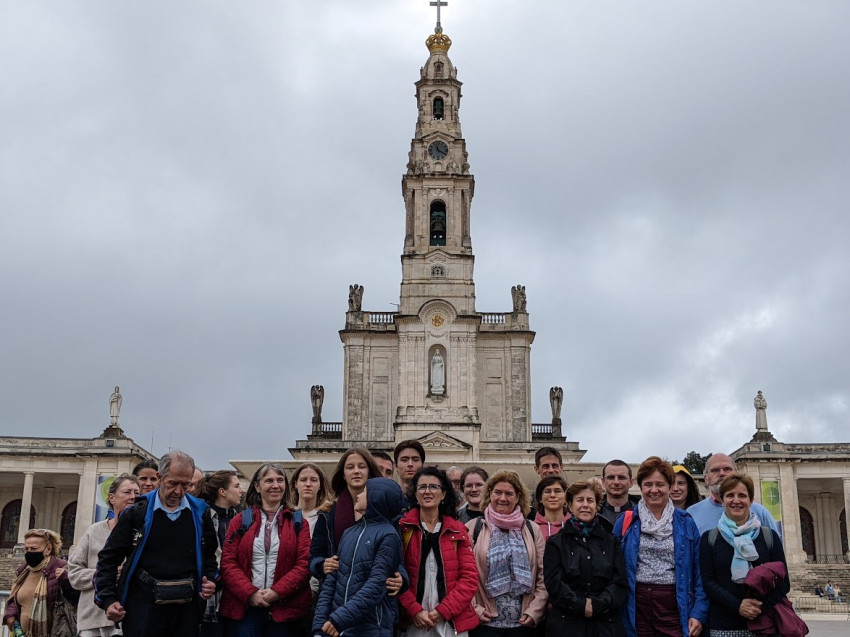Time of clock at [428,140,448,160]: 11:19
